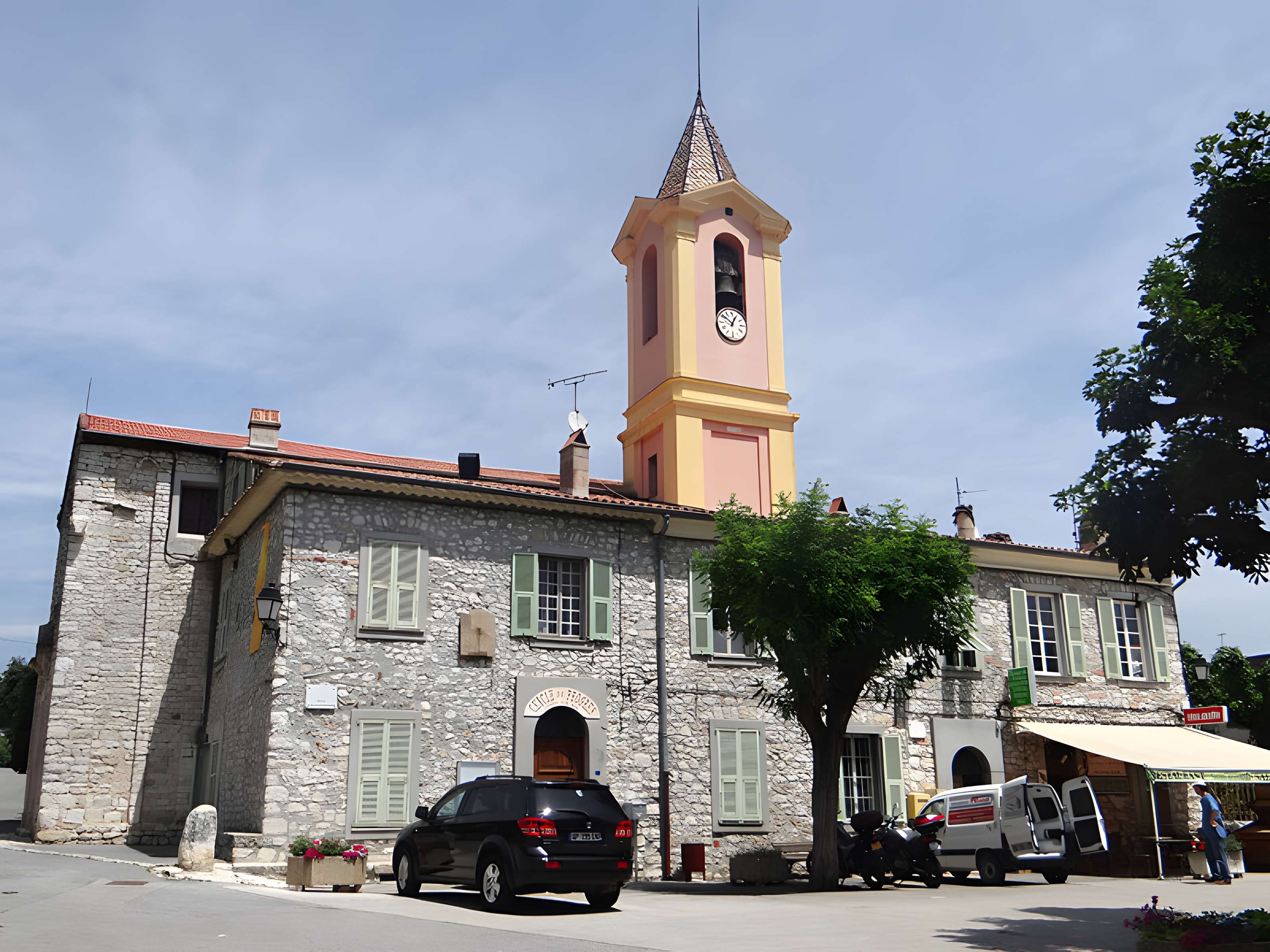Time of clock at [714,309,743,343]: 12:51
